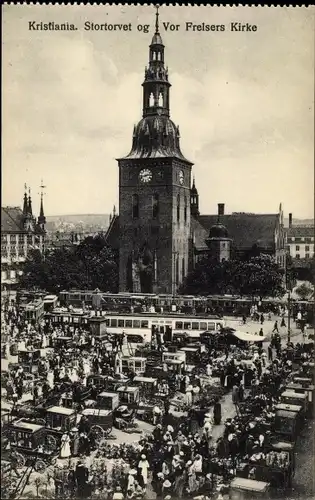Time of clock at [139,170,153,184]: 2:42
